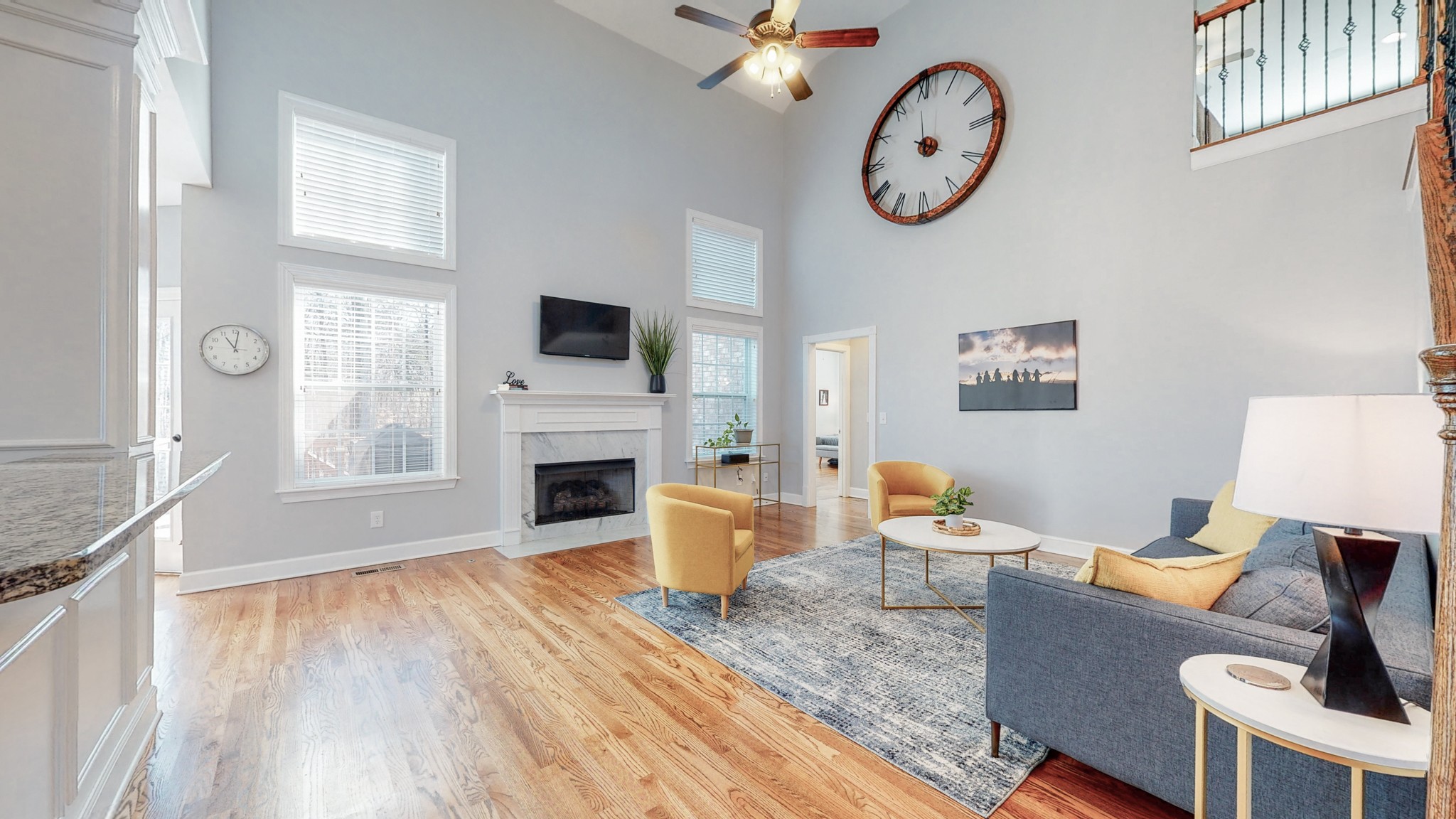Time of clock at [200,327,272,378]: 11:01
